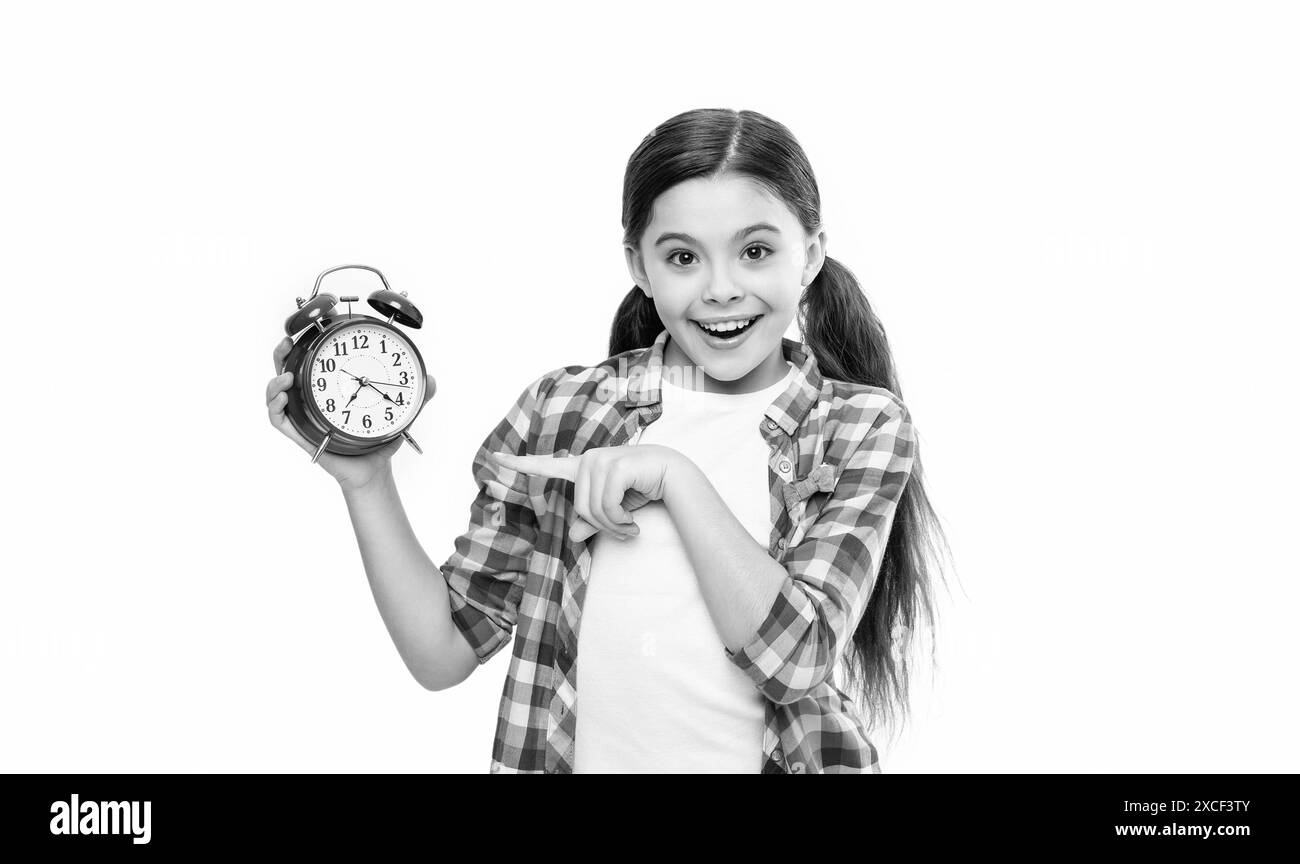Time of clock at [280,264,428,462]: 7:21
